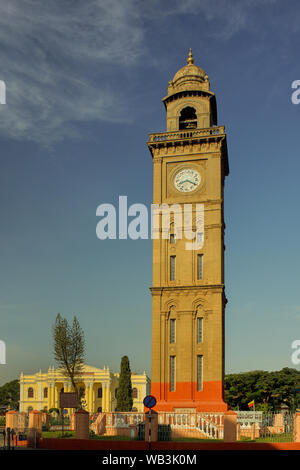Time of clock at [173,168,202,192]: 8:19
